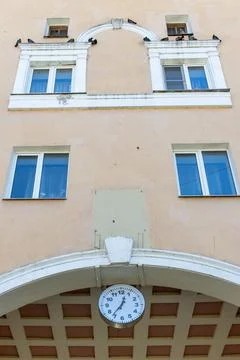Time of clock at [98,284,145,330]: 12:36
